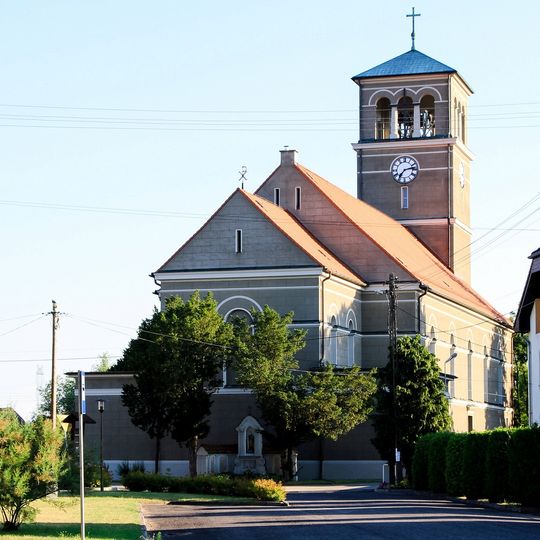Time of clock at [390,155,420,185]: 7:13
